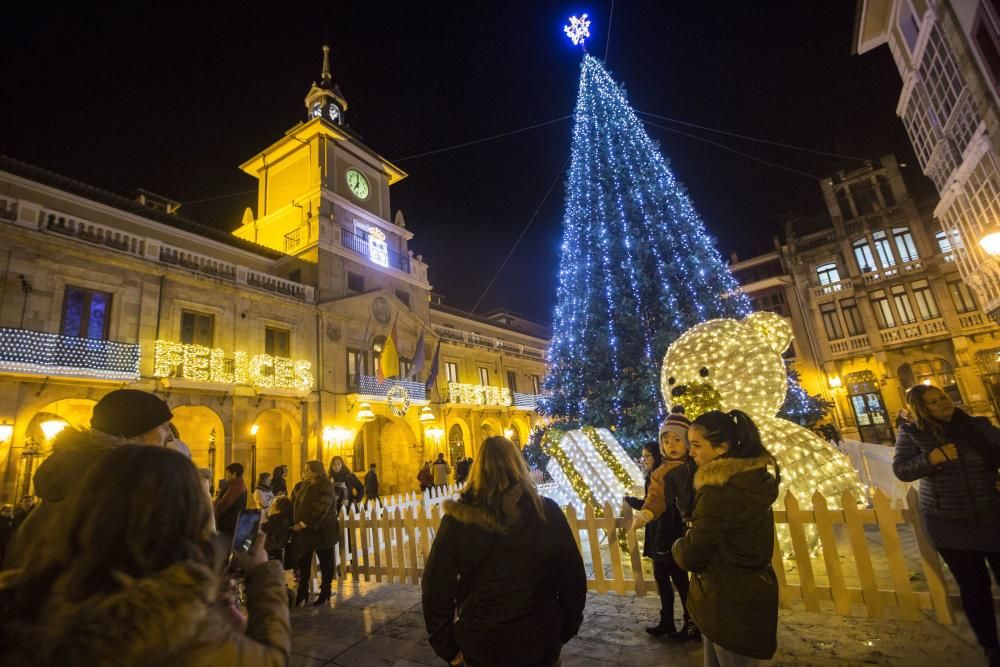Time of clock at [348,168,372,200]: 7:00
